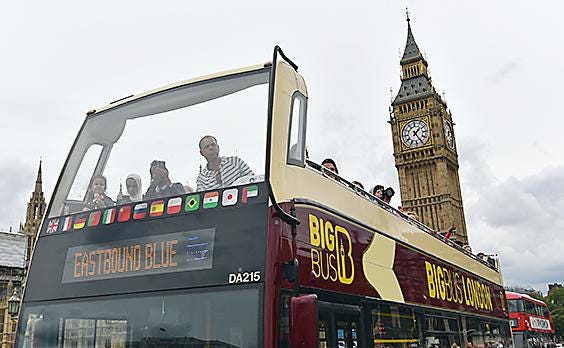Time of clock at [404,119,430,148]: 1:24
